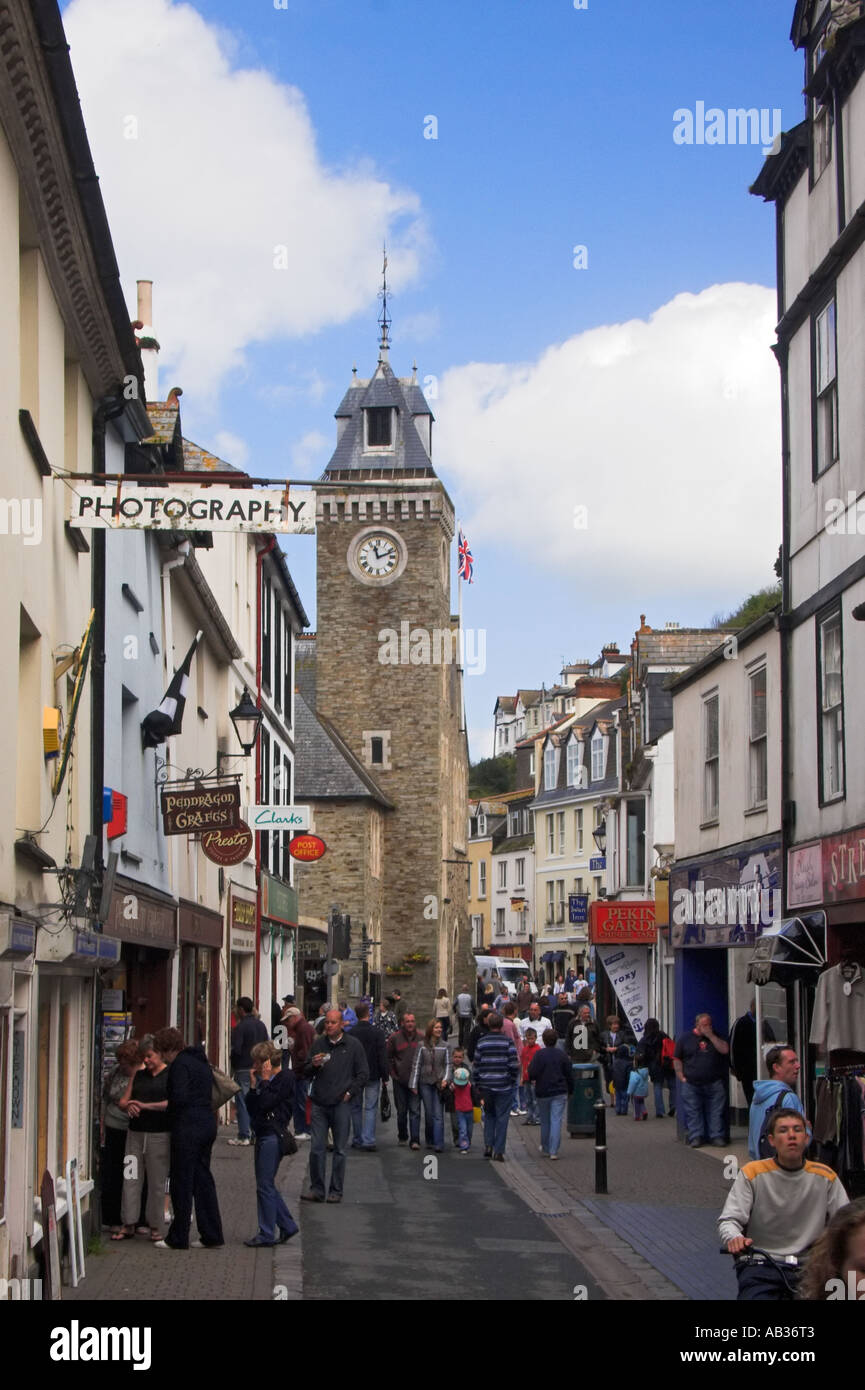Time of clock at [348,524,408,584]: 11:11
